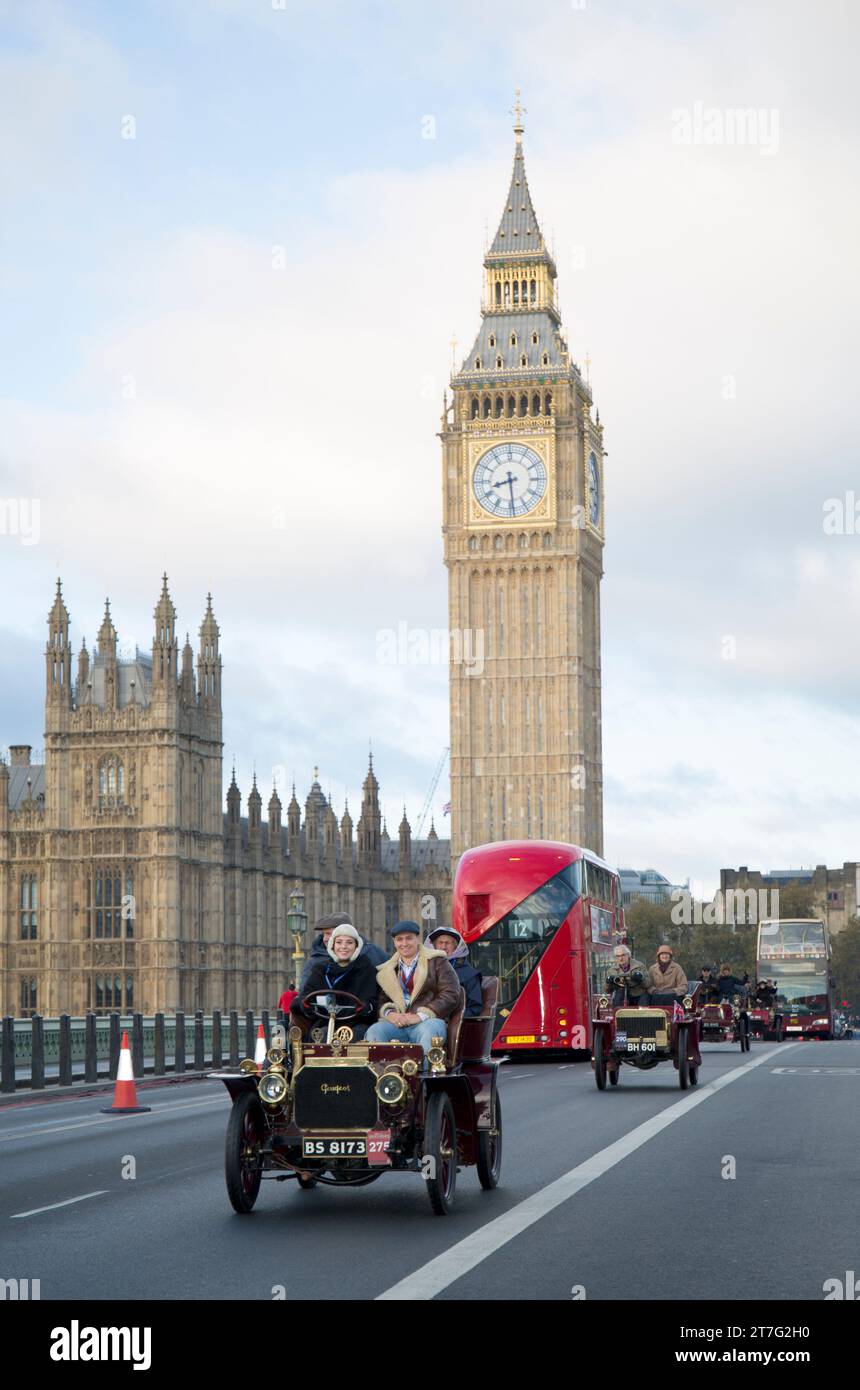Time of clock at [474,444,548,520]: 8:29
